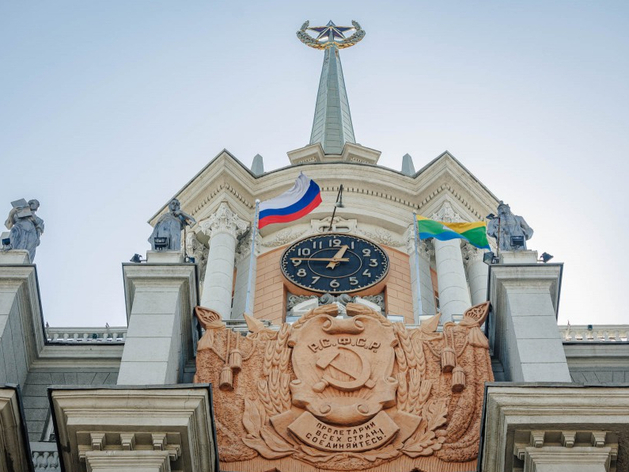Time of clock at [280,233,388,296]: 12:46
